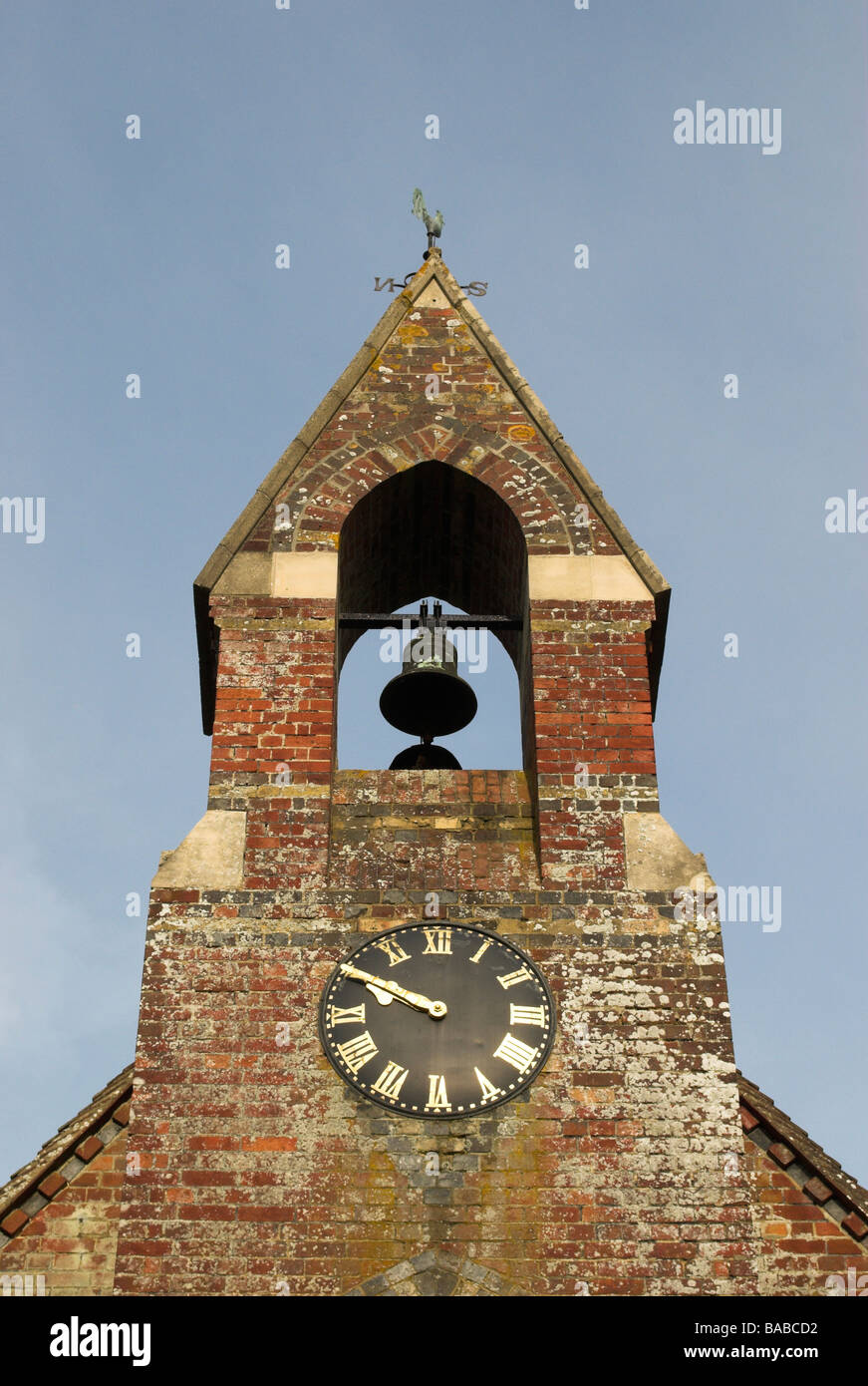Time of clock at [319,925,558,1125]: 9:50
